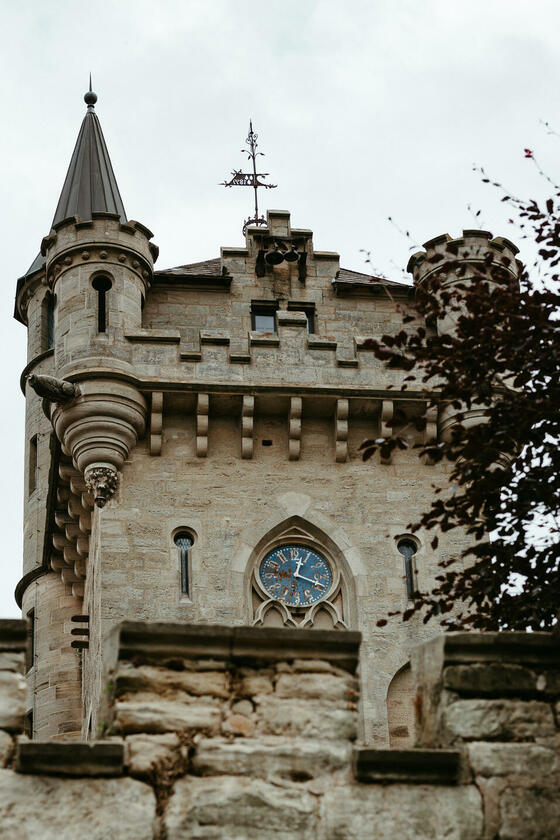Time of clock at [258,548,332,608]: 12:18
